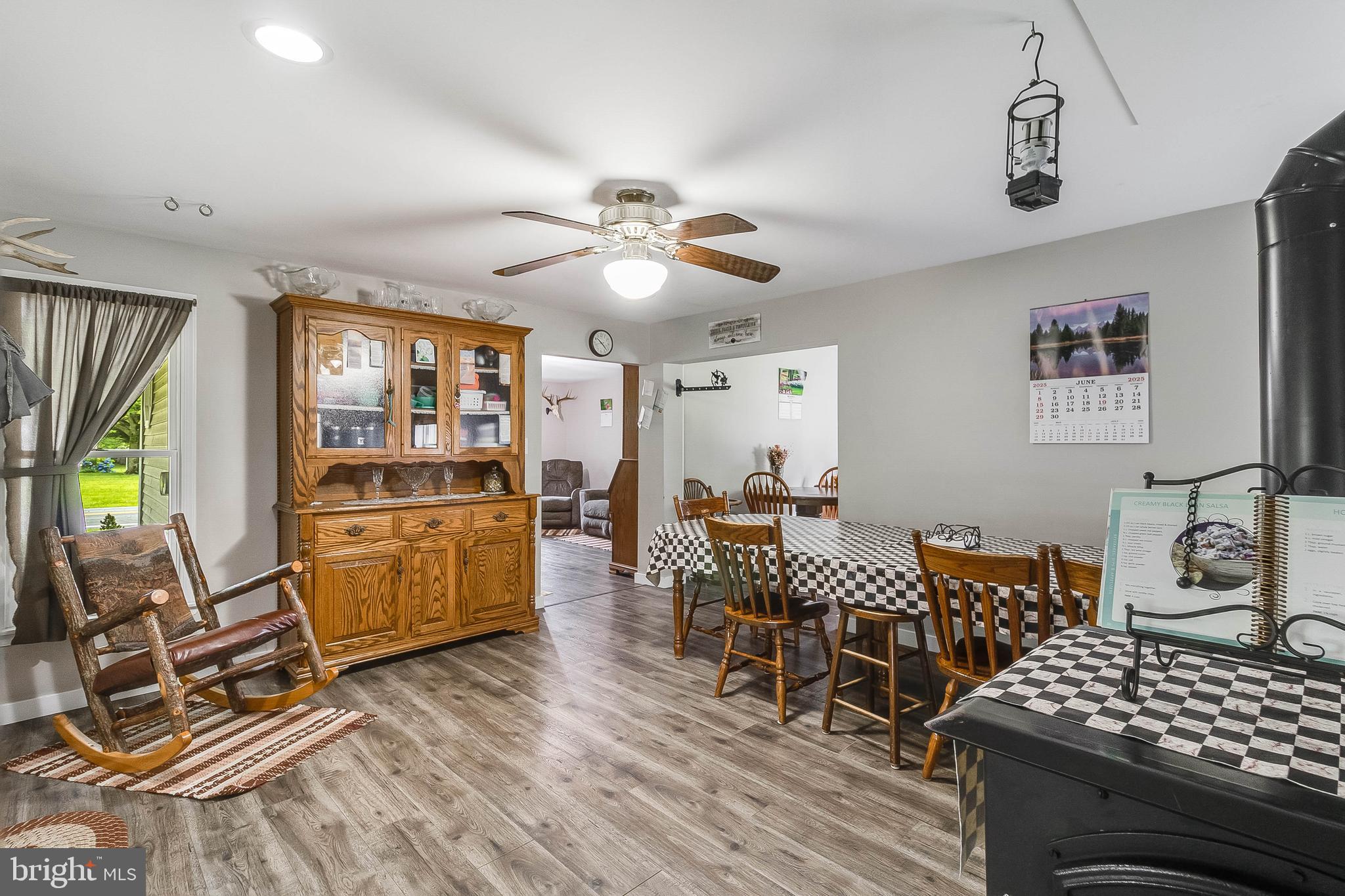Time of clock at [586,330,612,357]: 10:22
